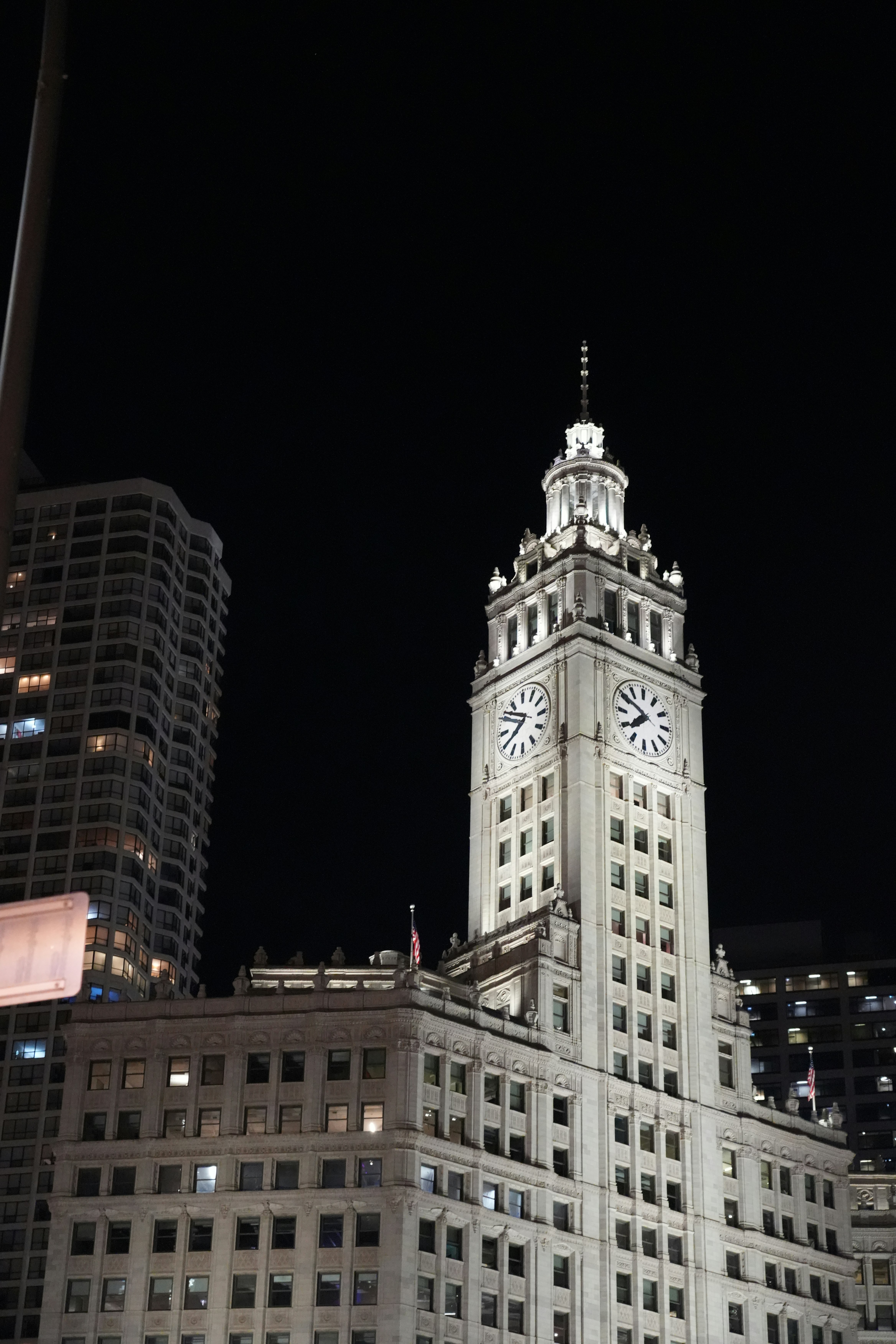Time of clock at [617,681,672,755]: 7:49
